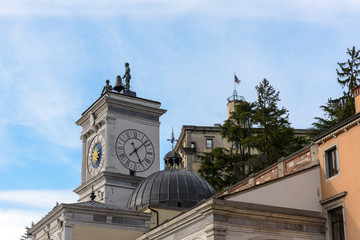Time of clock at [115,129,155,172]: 5:08
